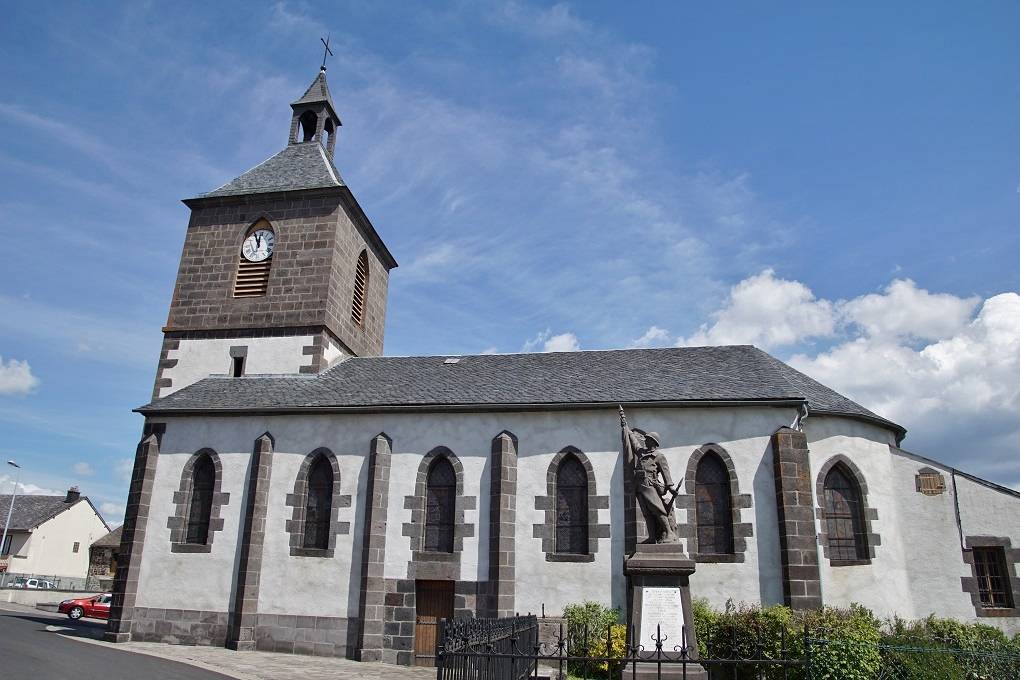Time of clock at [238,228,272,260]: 11:55
